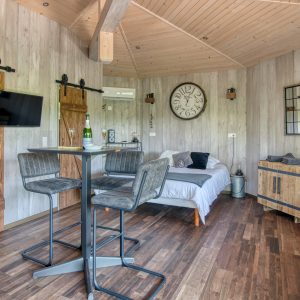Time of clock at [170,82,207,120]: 11:03
